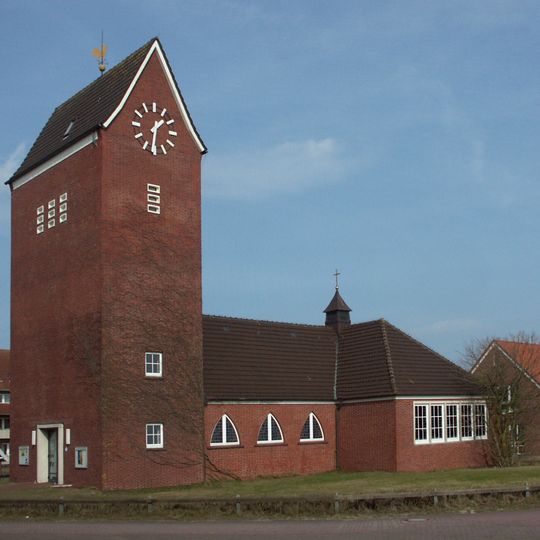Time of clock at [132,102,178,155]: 1:32
